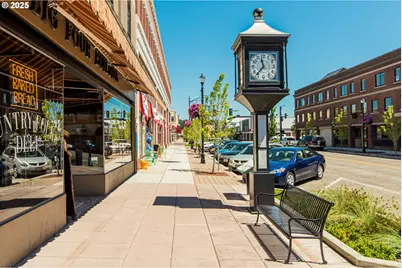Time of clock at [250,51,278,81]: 11:37
